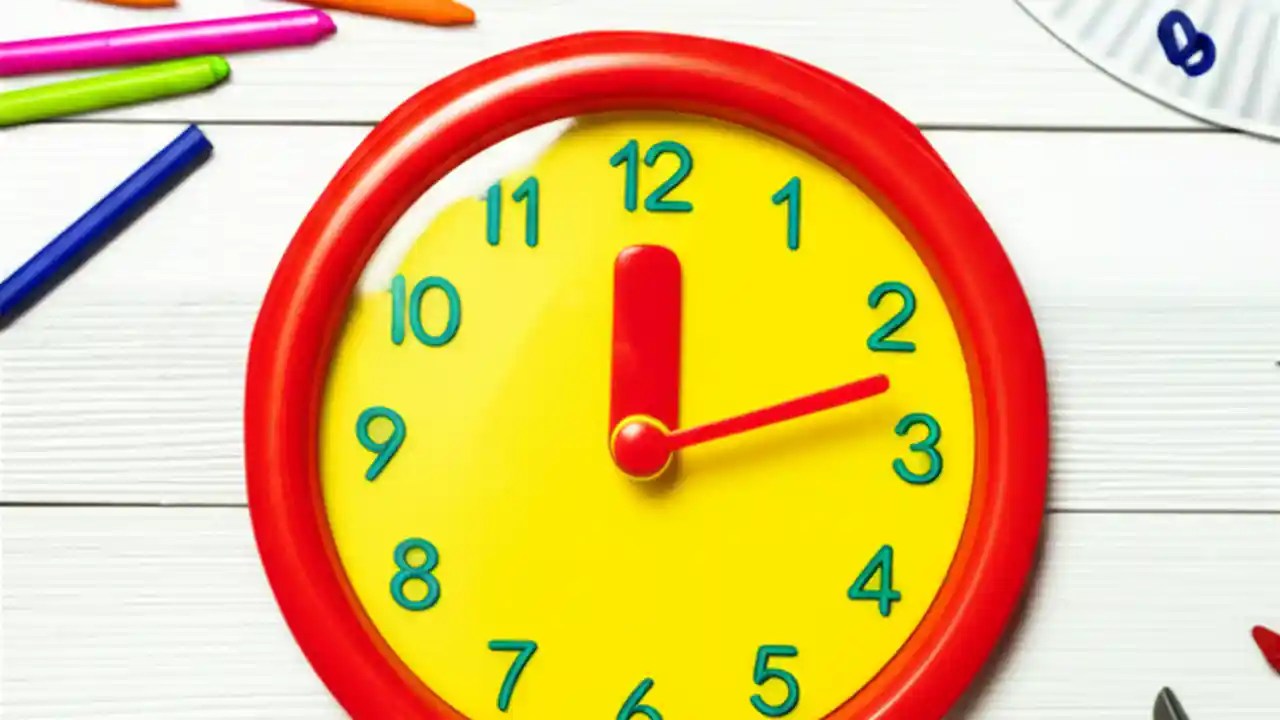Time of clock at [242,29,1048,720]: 12:12
